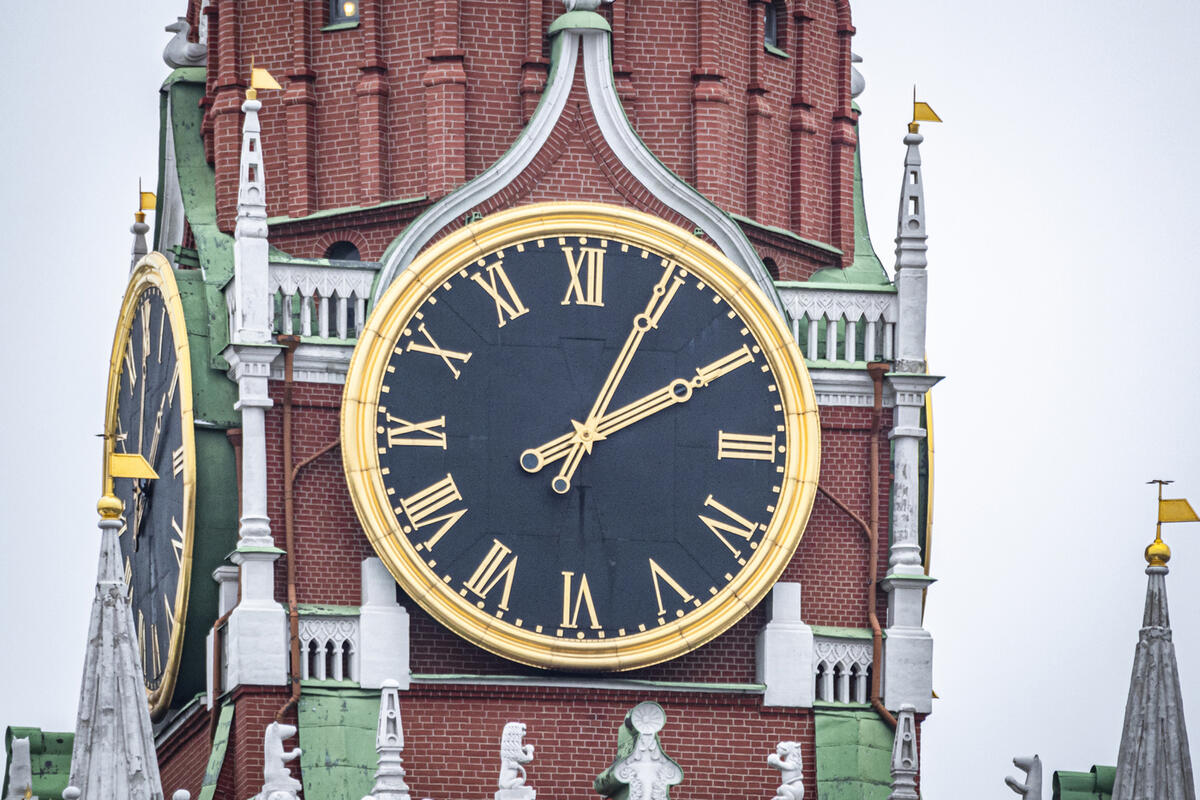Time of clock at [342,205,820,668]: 2:04
